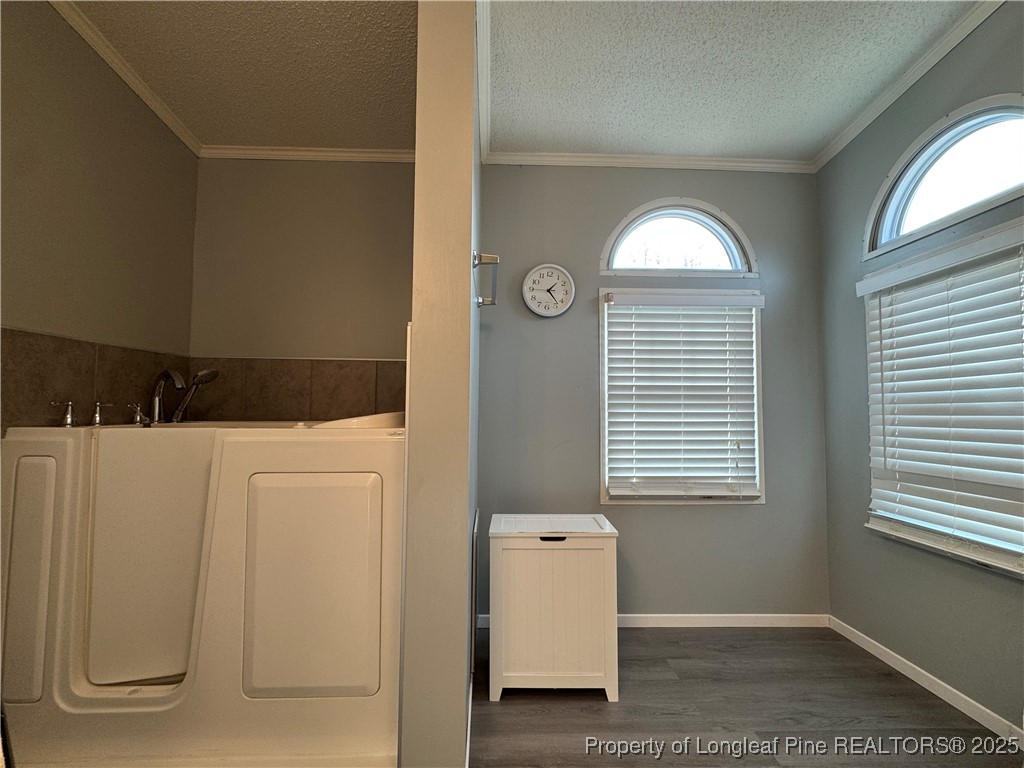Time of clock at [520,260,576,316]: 1:22
